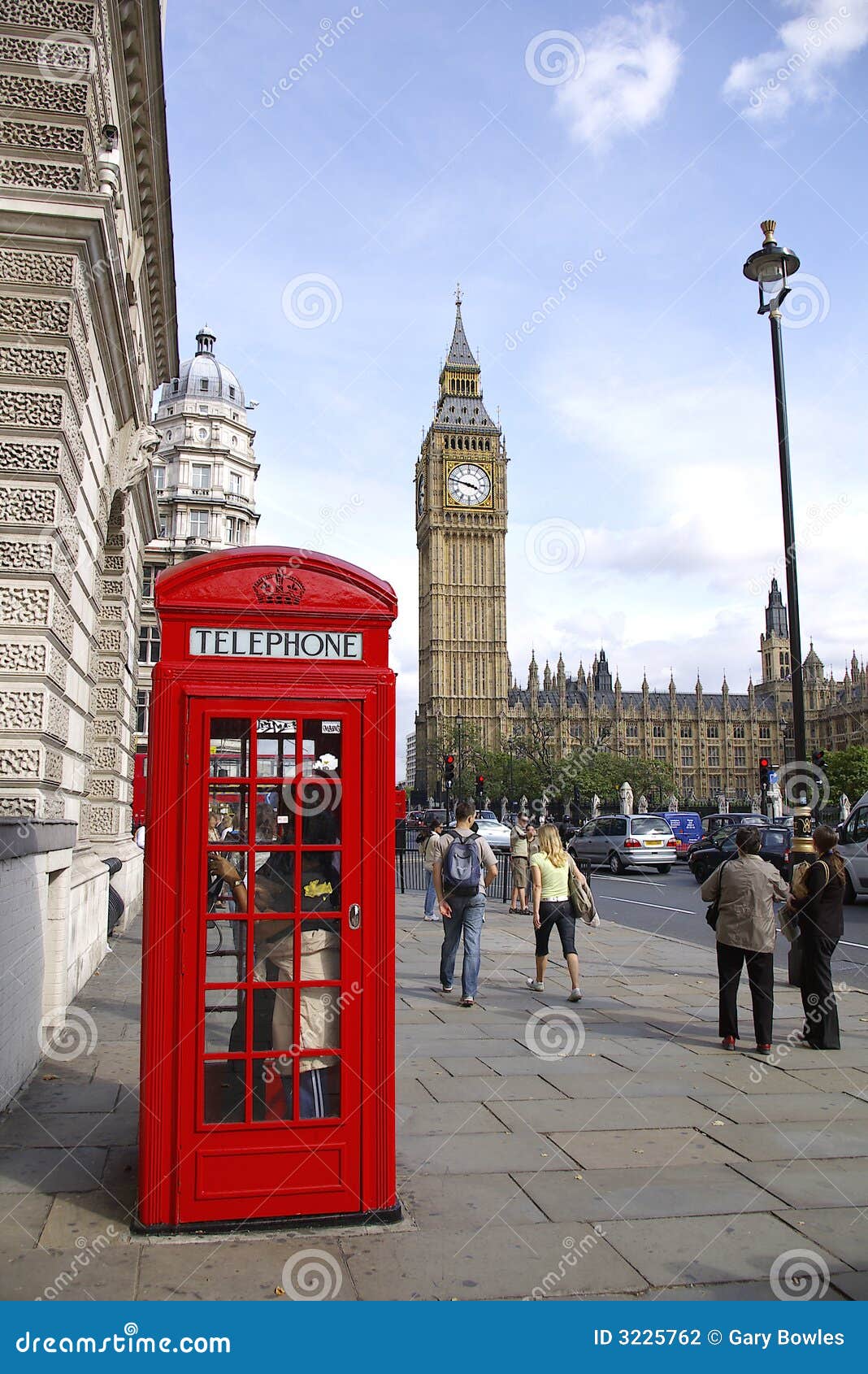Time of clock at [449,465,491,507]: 3:47
